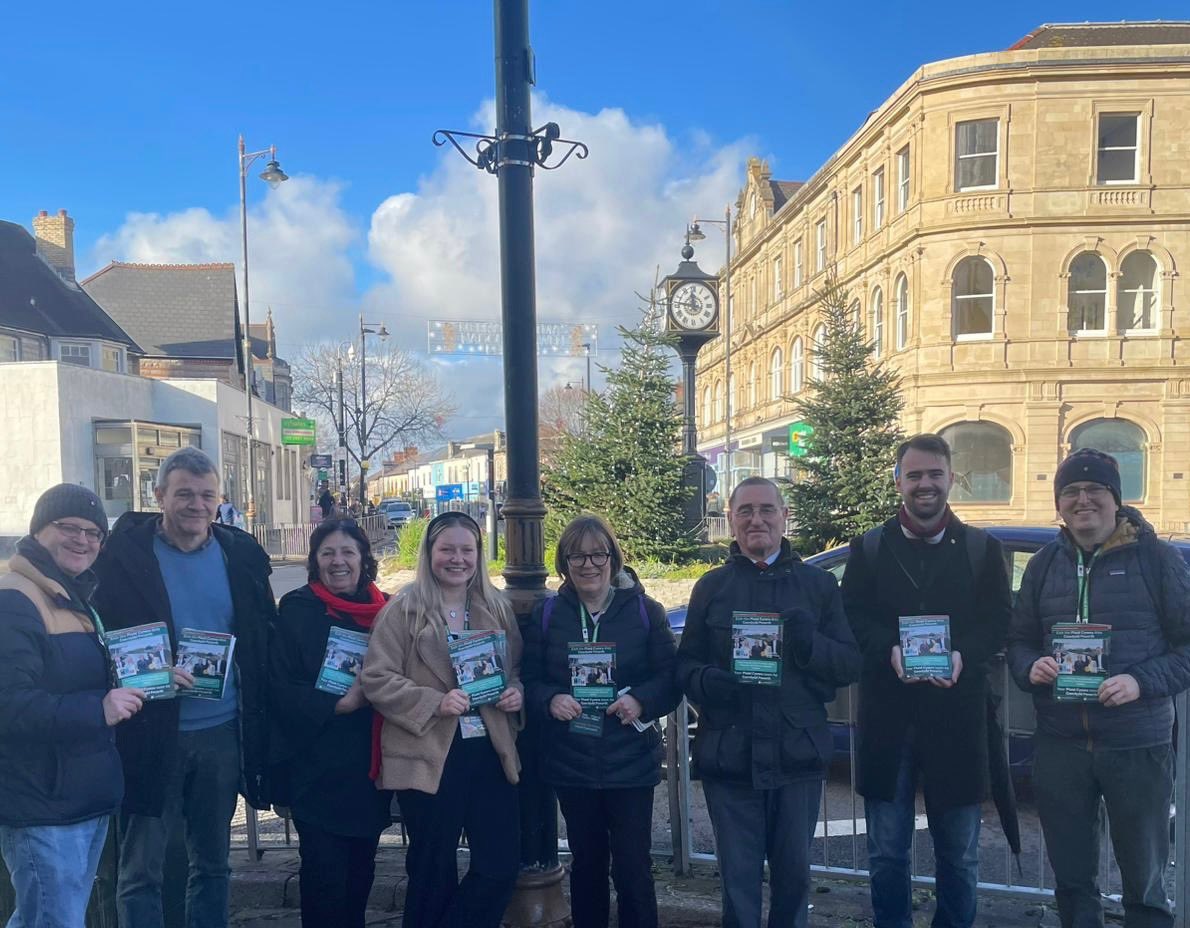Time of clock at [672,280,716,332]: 11:46
